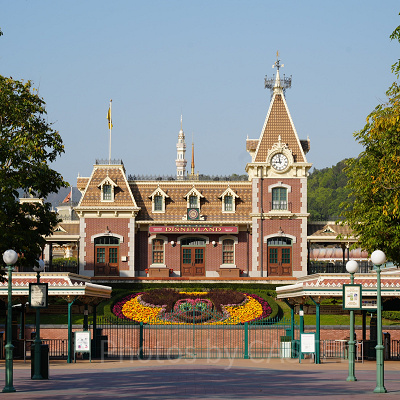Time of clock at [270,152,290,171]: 8:58
